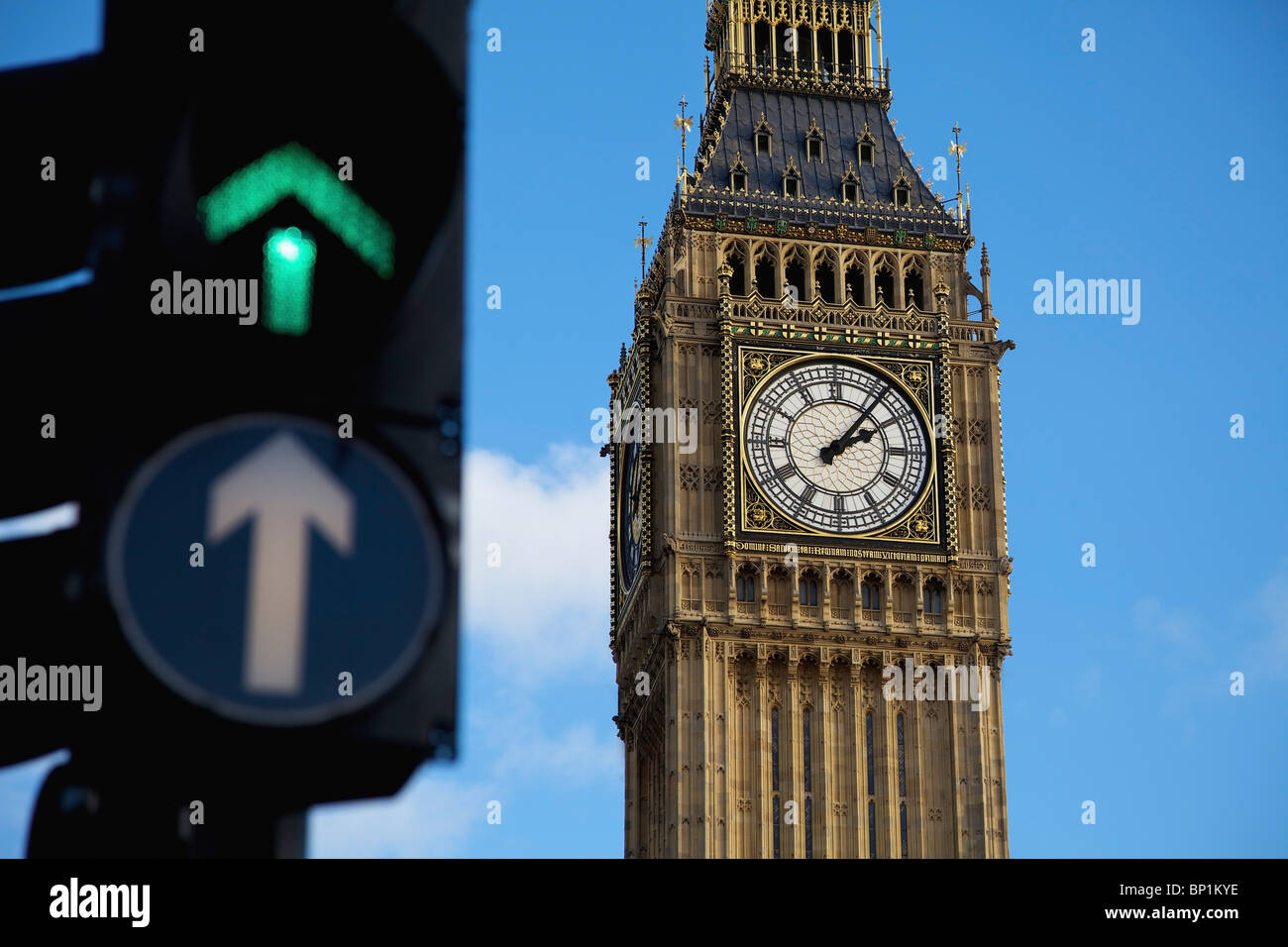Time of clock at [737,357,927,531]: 2:06
